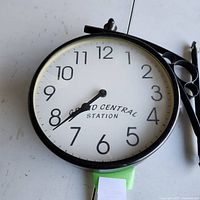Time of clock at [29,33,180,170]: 7:38
